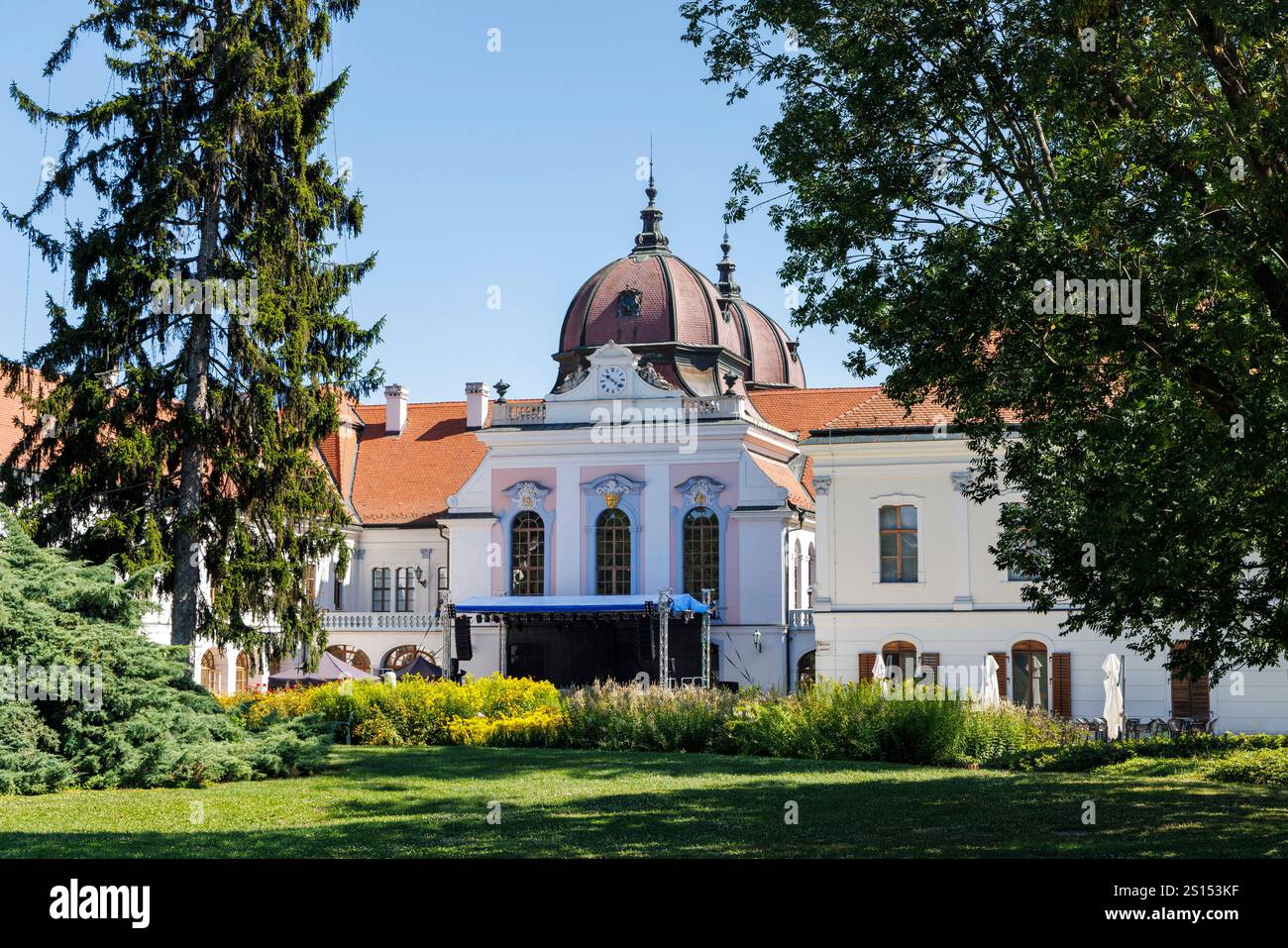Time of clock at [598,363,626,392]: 10:21
